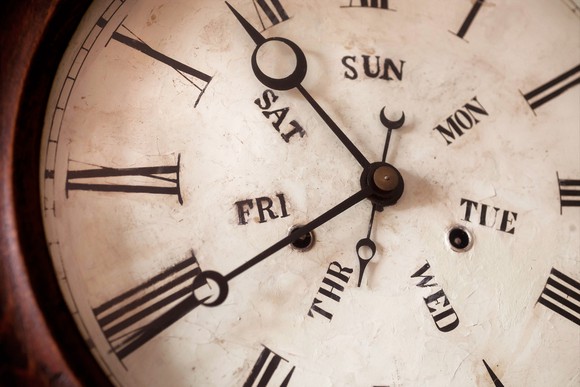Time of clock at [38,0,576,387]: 10:40
